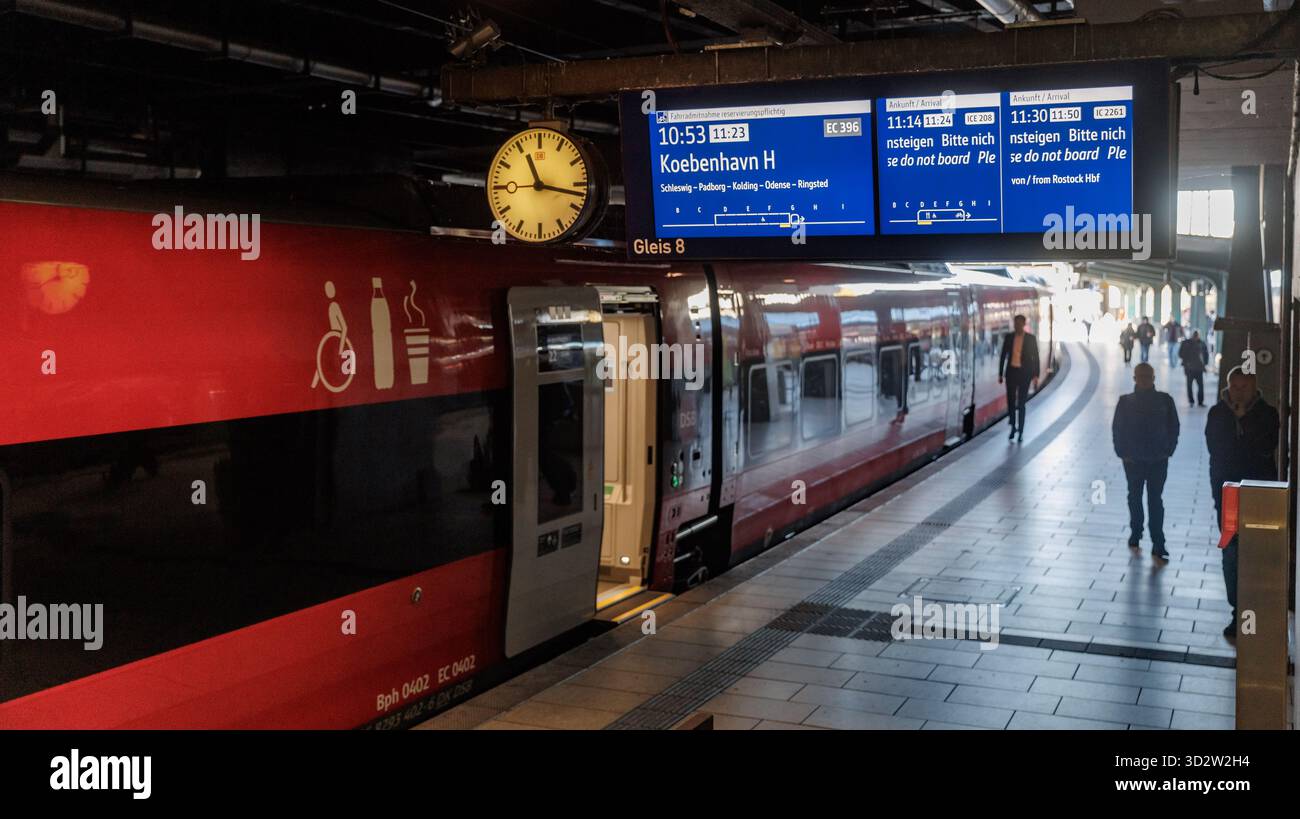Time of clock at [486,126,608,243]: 11:17
